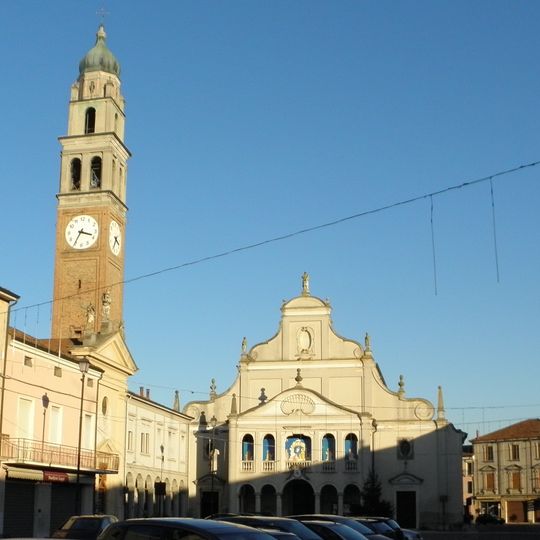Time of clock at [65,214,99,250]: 3:35
